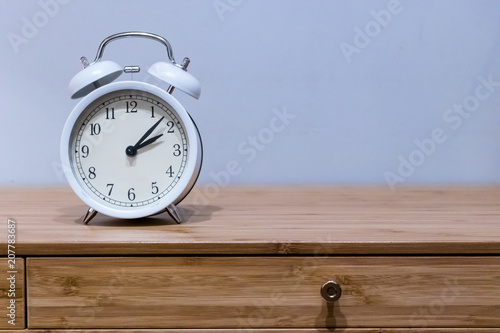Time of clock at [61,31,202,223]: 2:07
